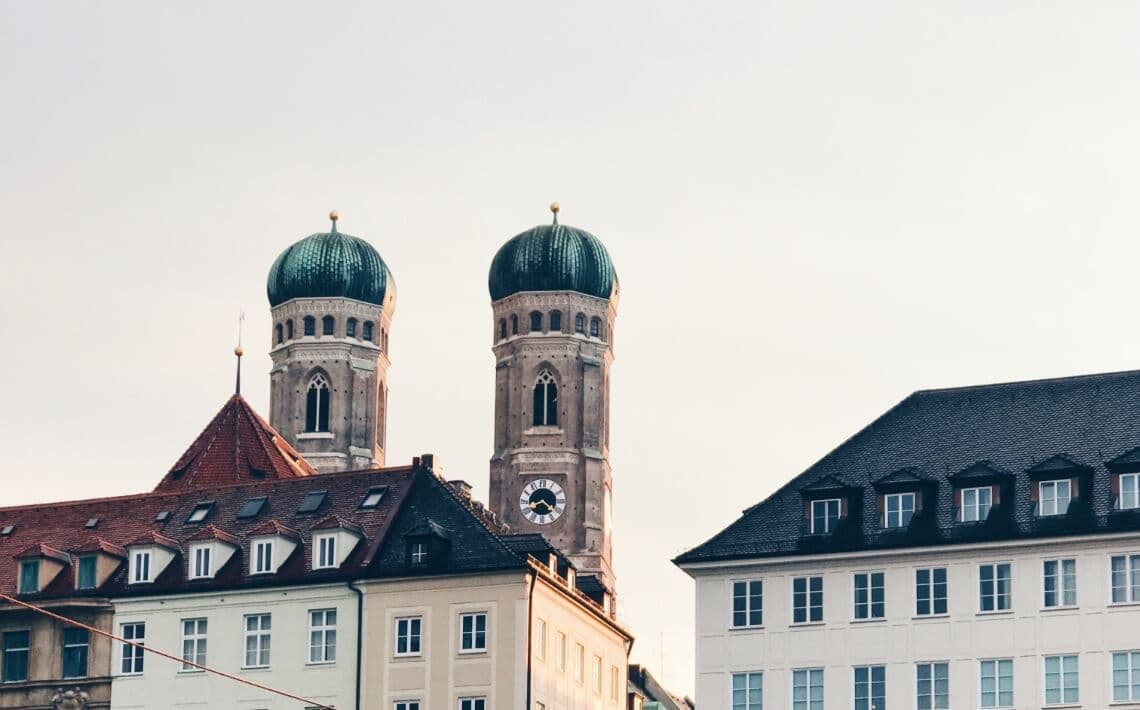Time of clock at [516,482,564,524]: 8:21
